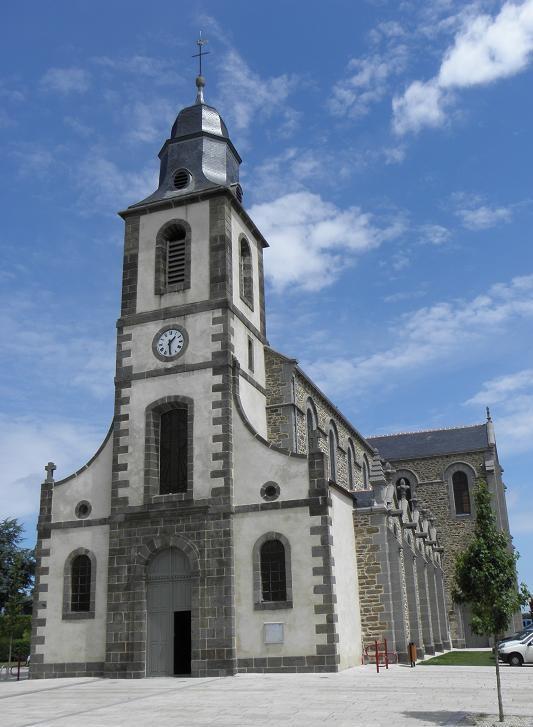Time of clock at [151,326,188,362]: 1:29
